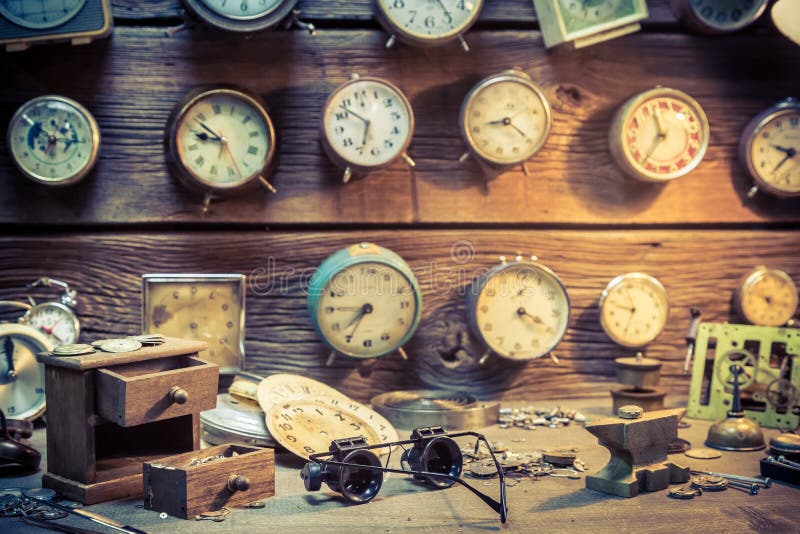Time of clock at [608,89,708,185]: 11:36
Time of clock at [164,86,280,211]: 9:53
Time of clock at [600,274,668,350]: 9:34
